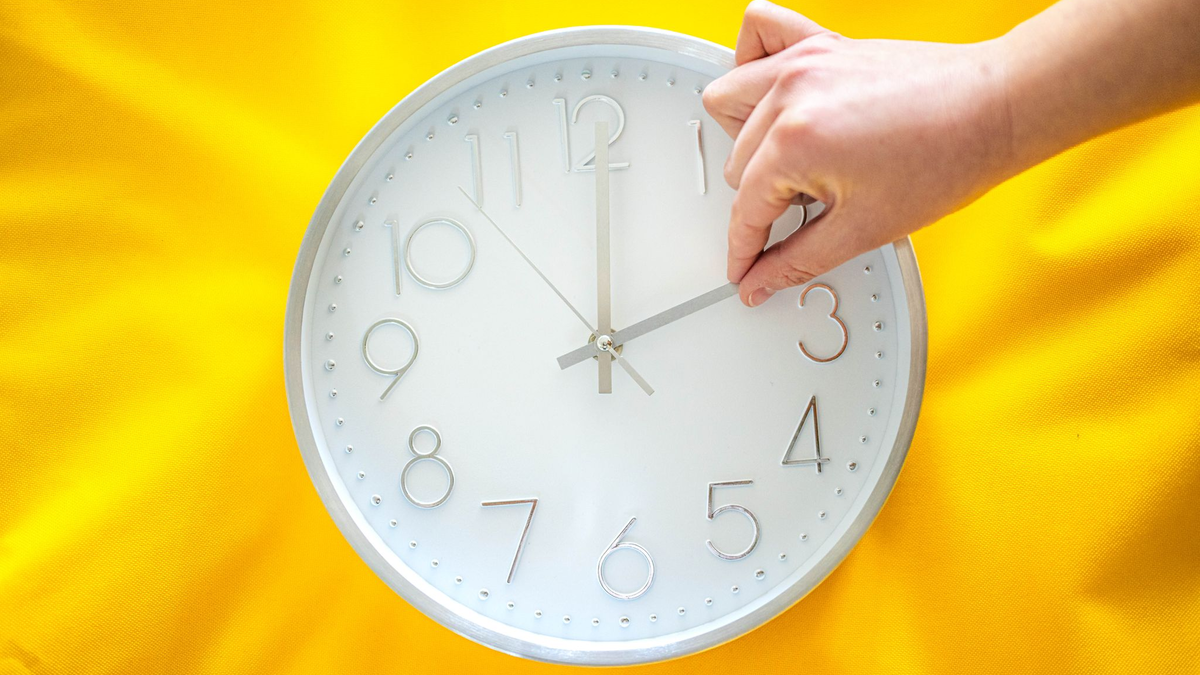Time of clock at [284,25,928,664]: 12:11
